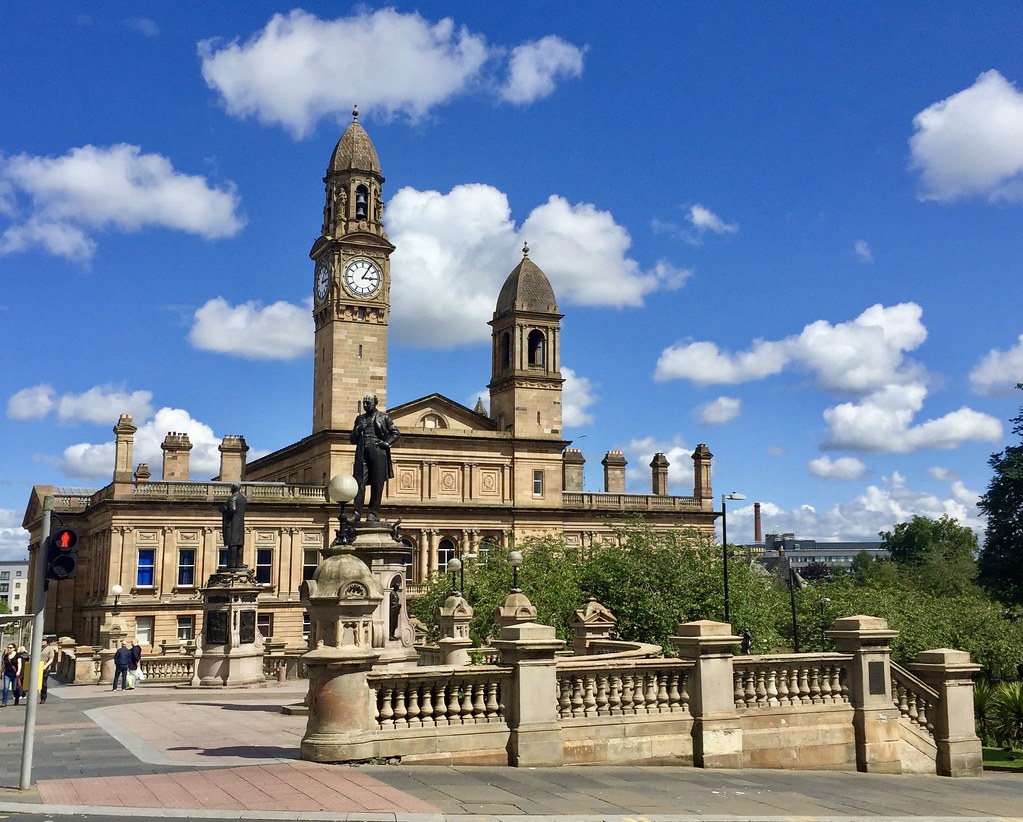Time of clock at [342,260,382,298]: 3:05
